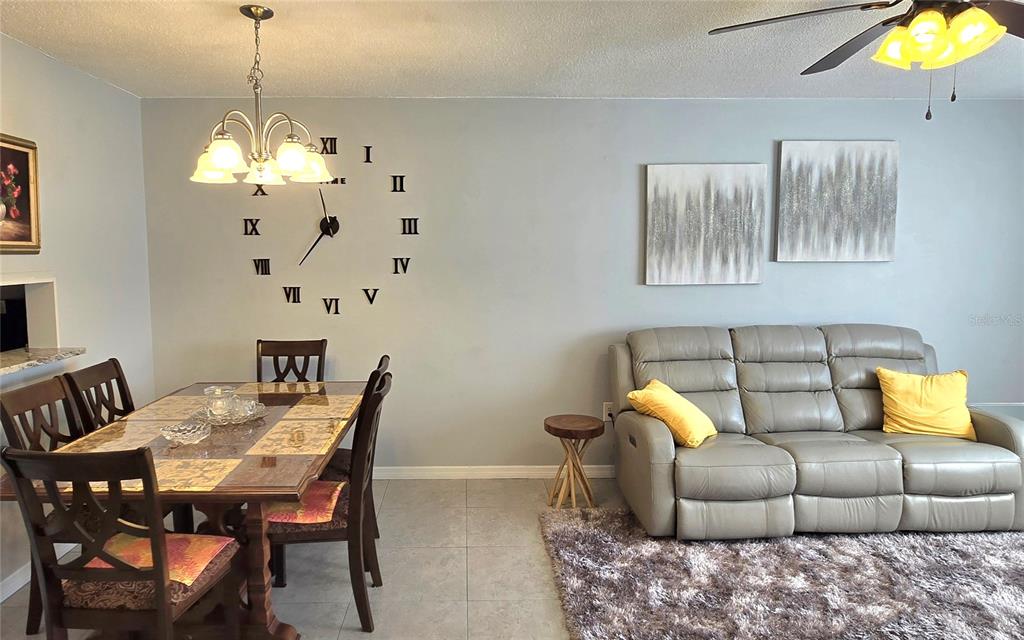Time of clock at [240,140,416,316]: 11:36
